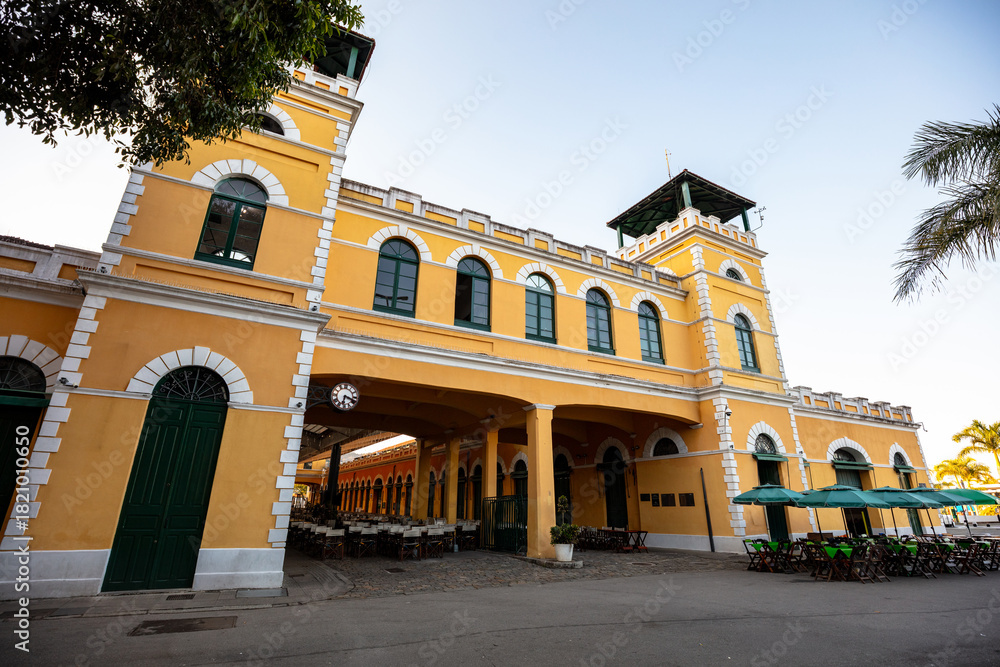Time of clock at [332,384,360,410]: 3:32
